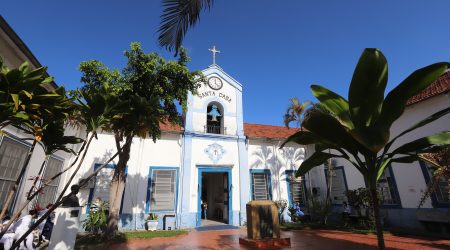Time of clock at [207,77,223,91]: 12:22
